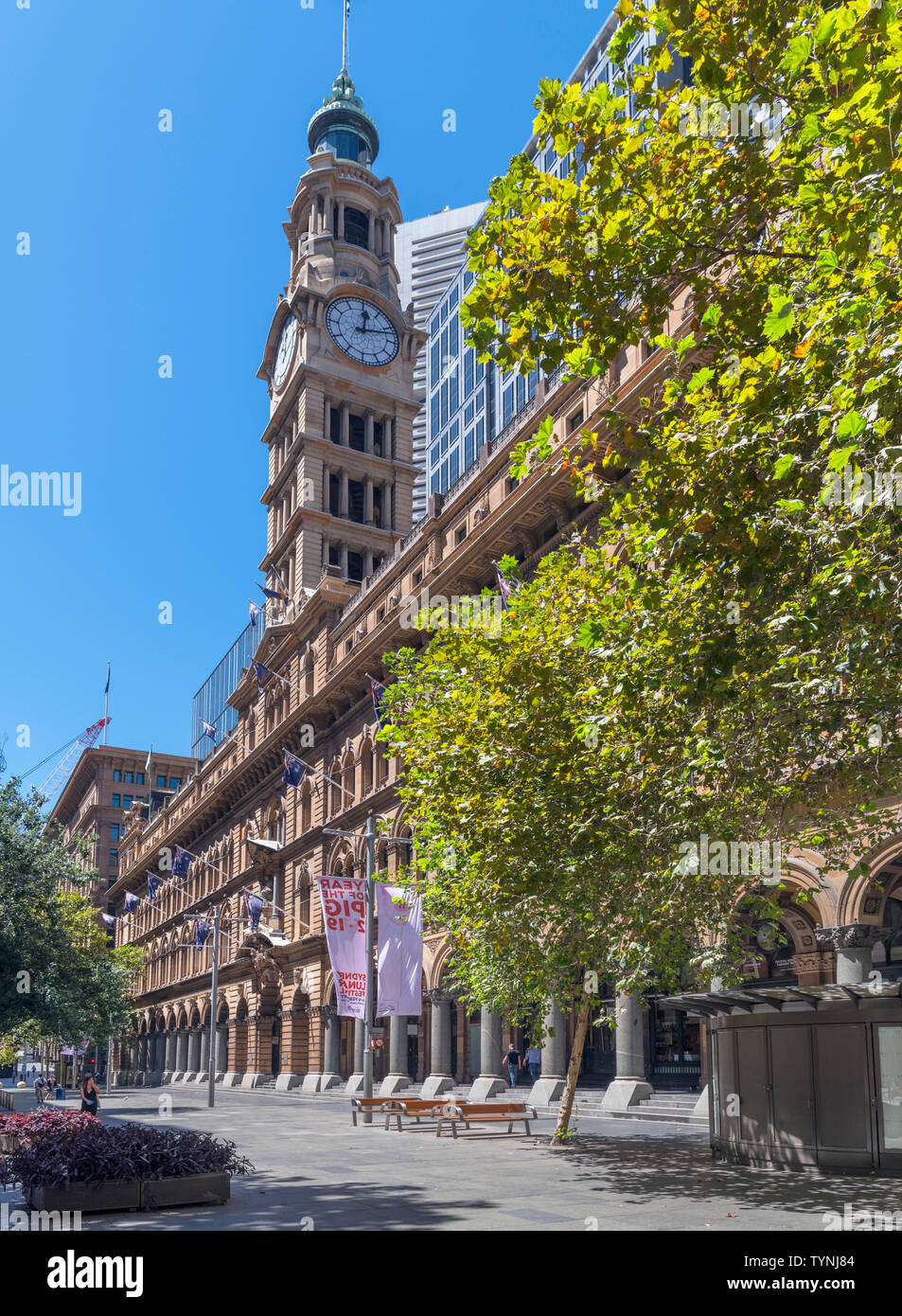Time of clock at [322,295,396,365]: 12:12
